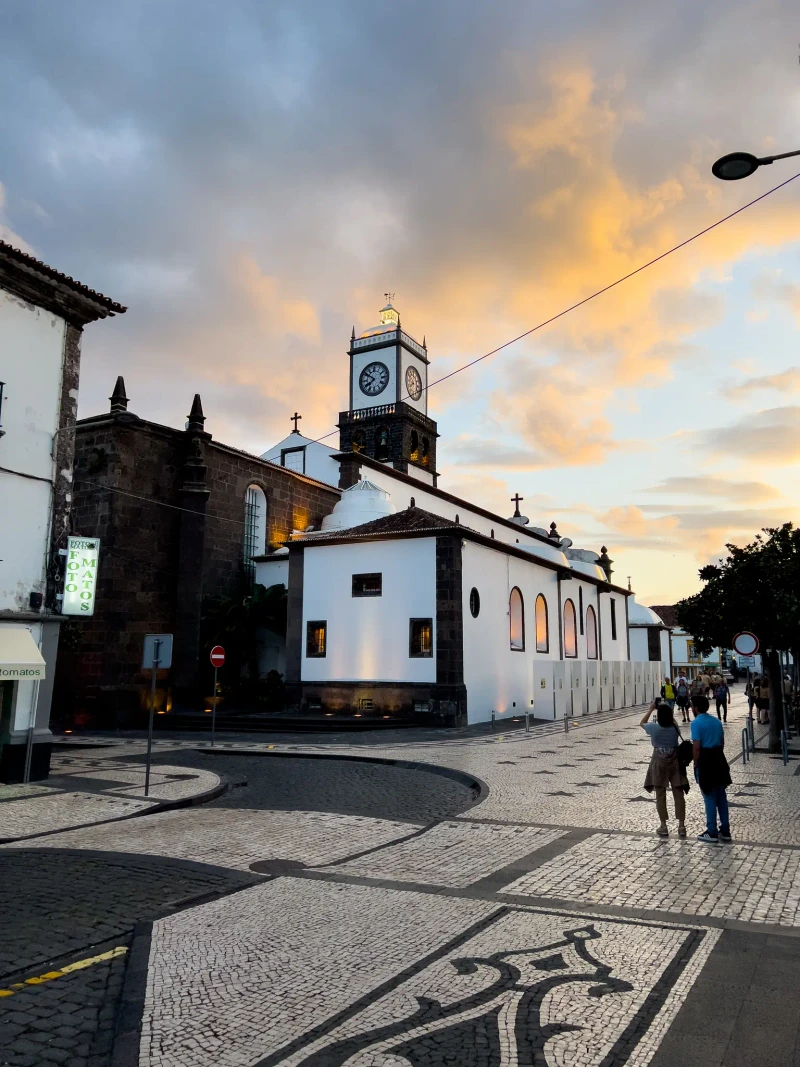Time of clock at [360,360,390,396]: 7:50
